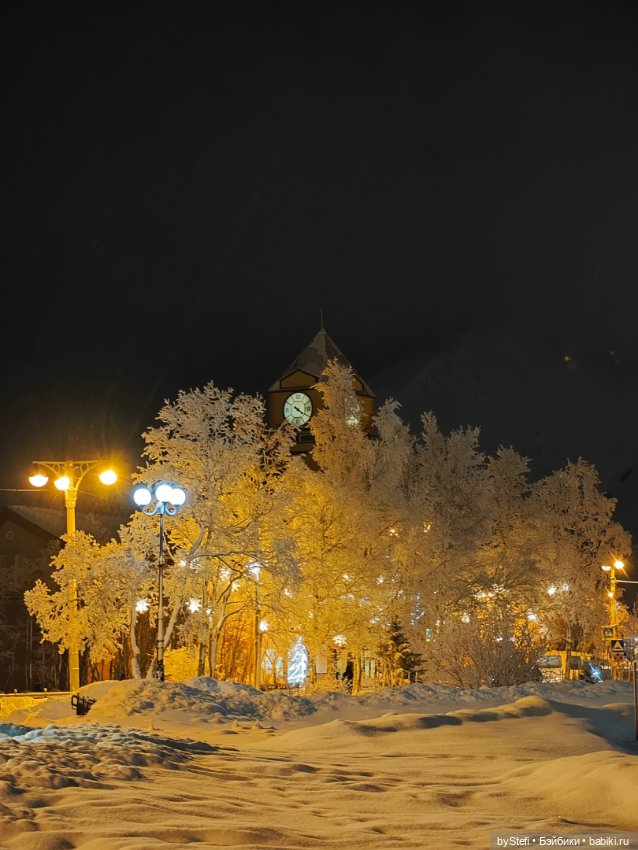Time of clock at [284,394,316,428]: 4:20
